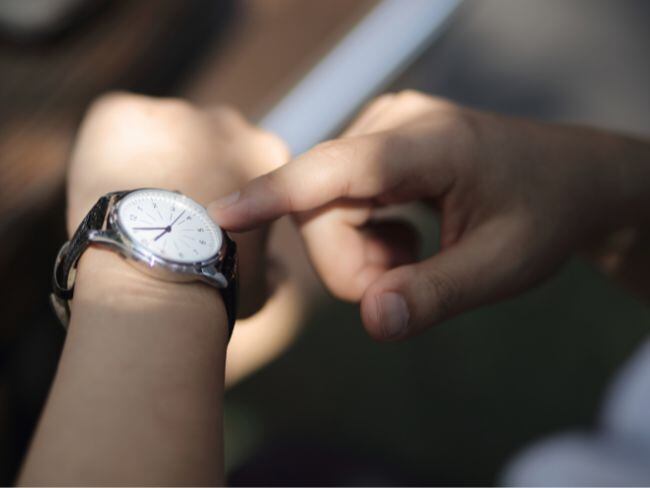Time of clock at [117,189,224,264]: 9:08
